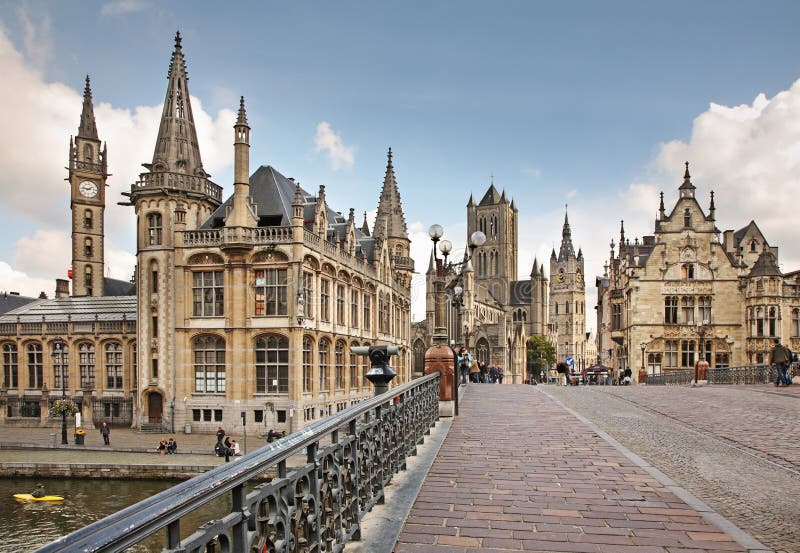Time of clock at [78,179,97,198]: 1:46
